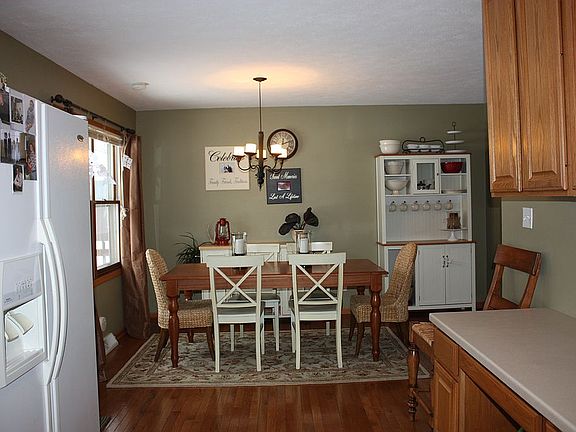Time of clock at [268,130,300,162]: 12:11
